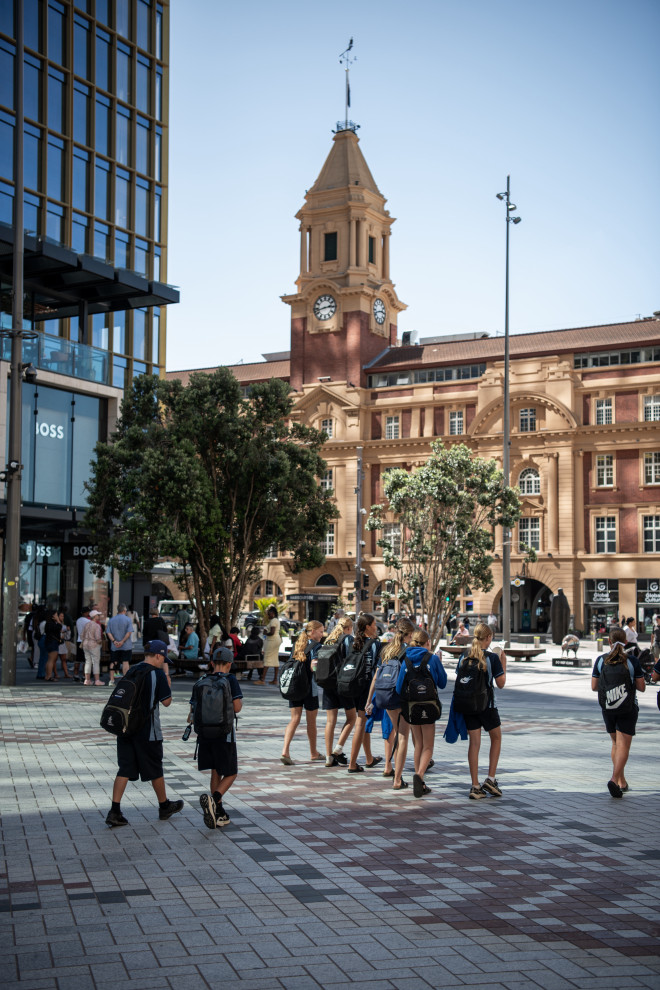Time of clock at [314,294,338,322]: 2:42
